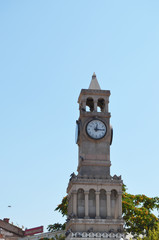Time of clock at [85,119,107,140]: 12:15
